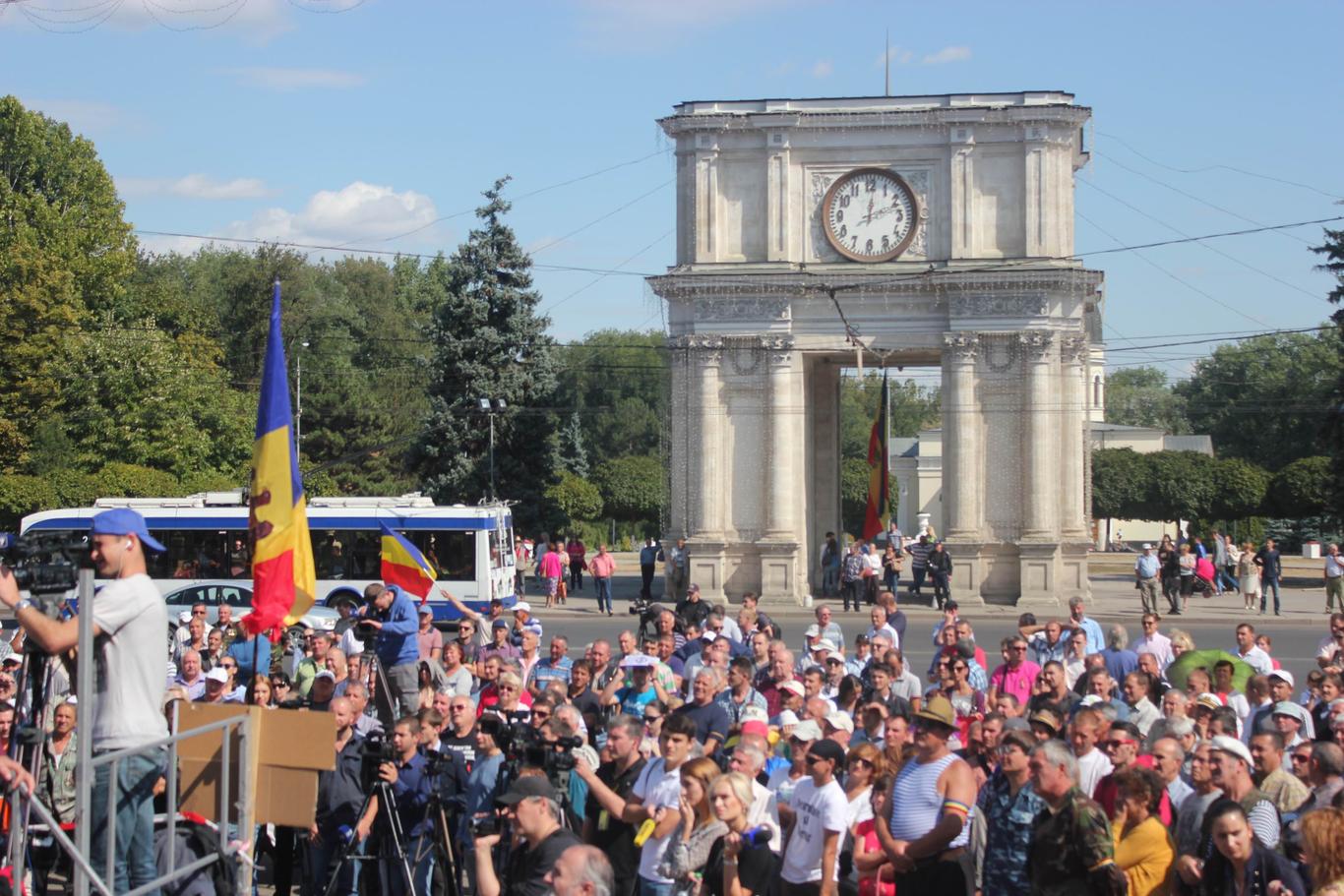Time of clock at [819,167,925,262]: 12:11
